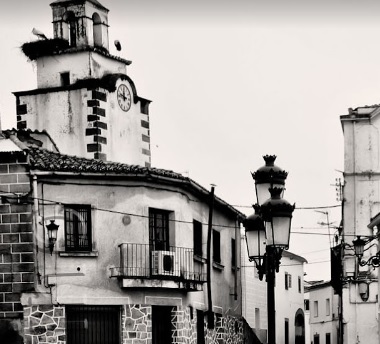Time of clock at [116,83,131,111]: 11:46
